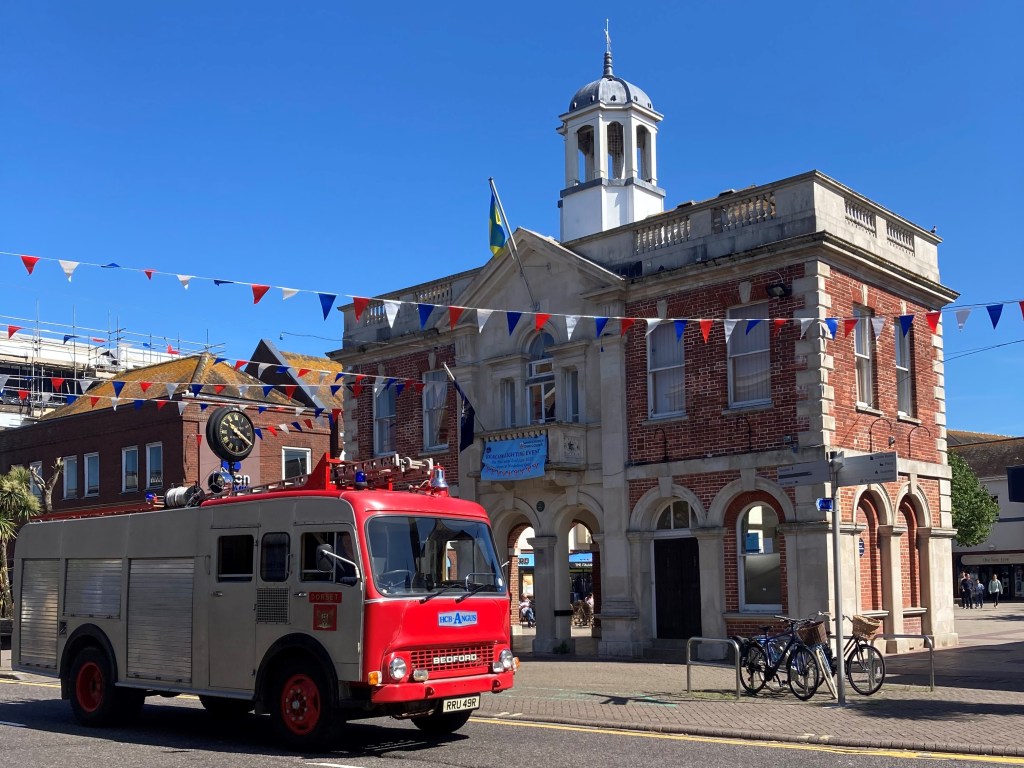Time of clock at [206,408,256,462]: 10:20
